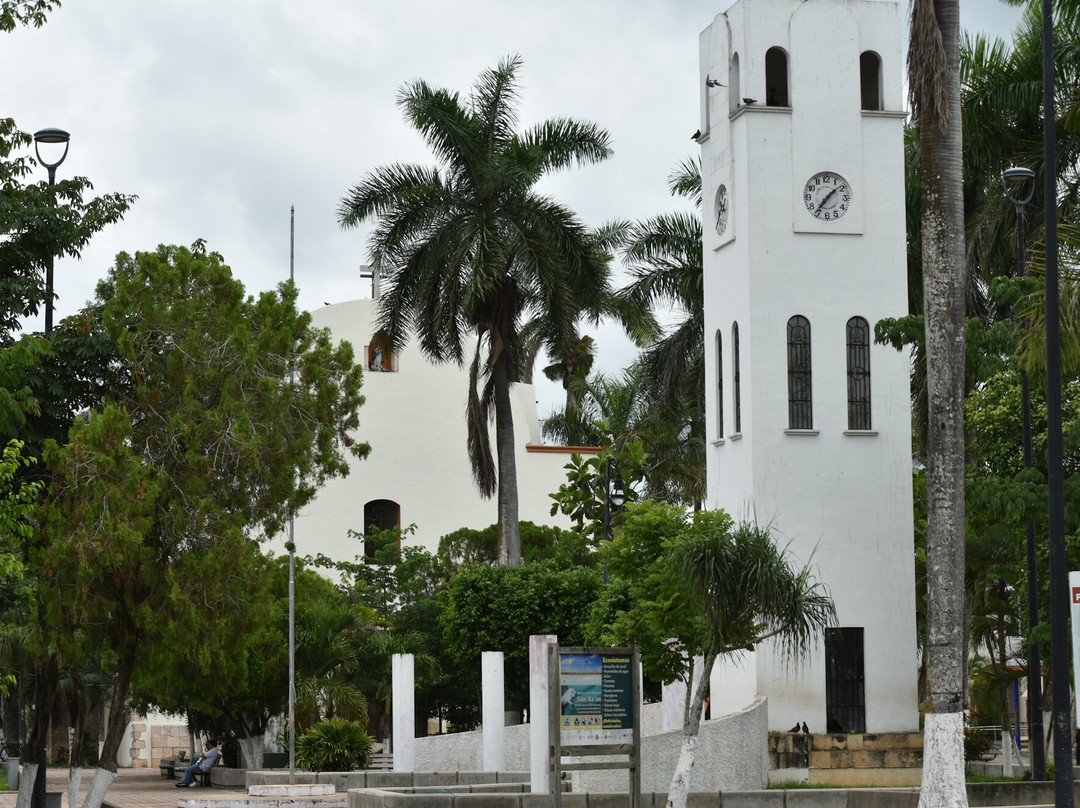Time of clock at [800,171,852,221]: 1:36
